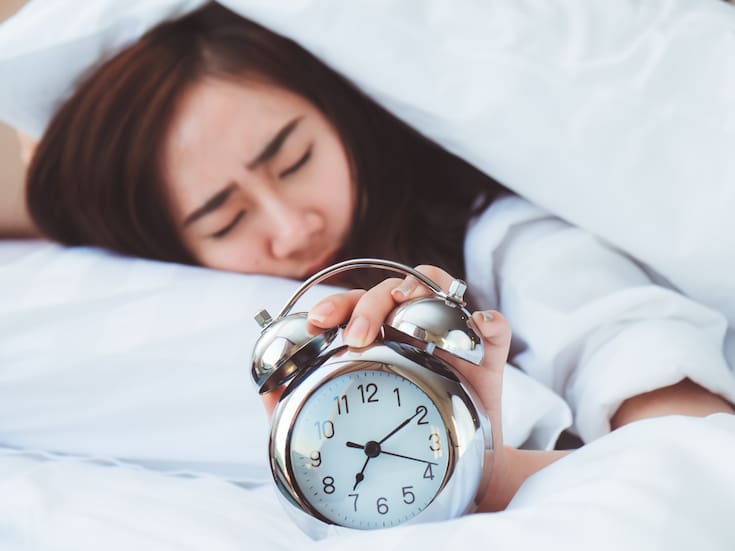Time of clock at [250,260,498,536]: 7:09
